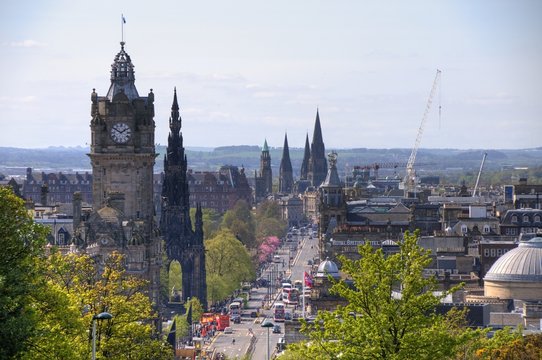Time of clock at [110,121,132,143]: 1:50
